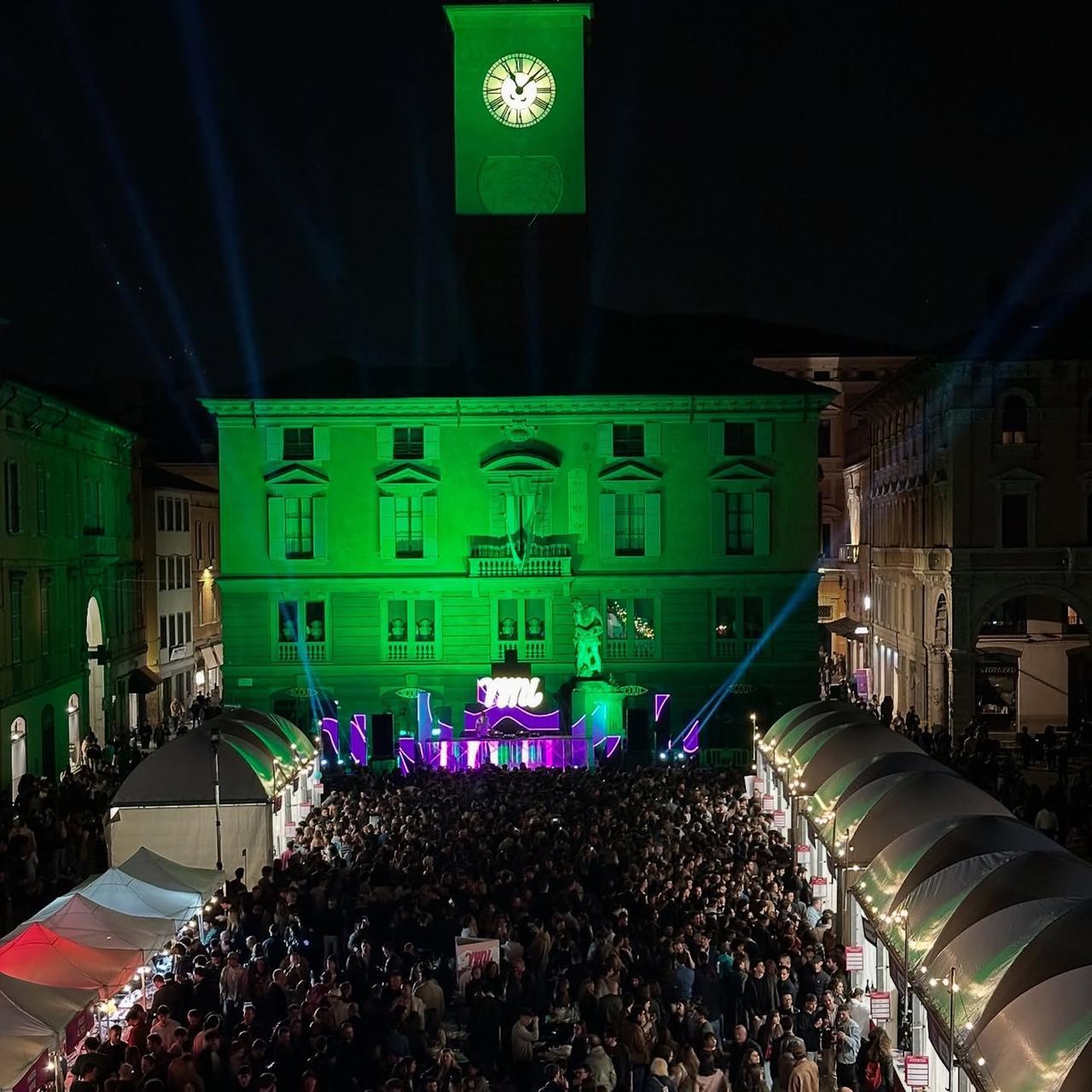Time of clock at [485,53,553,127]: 11:07
